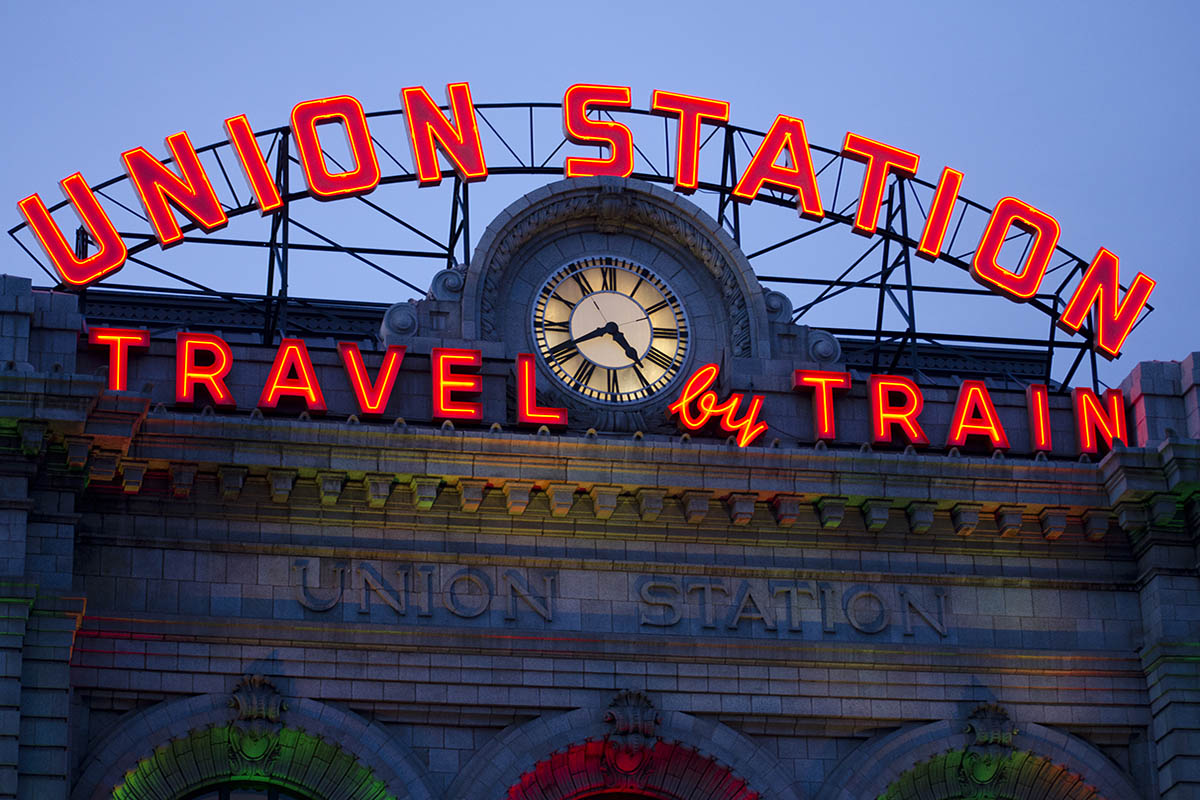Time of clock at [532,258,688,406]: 4:40
